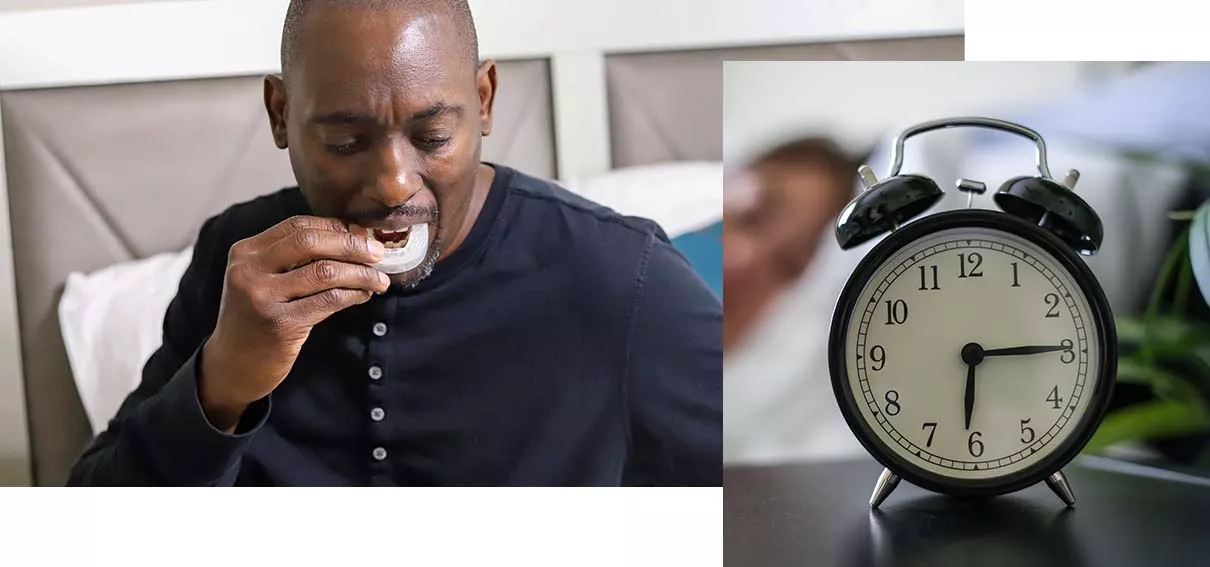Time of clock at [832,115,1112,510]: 6:14
